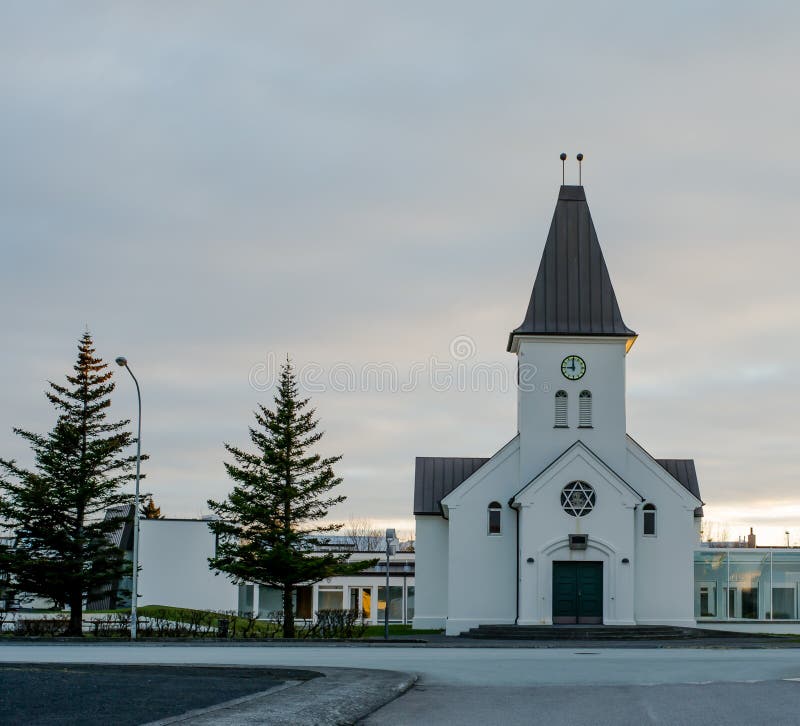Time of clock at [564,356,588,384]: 8:59
